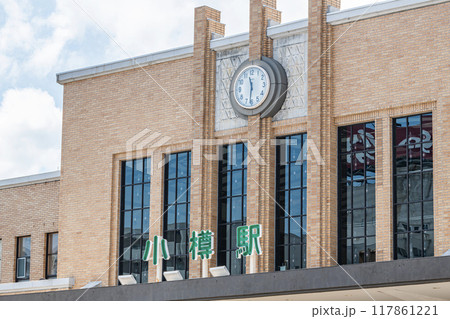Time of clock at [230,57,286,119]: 11:31
